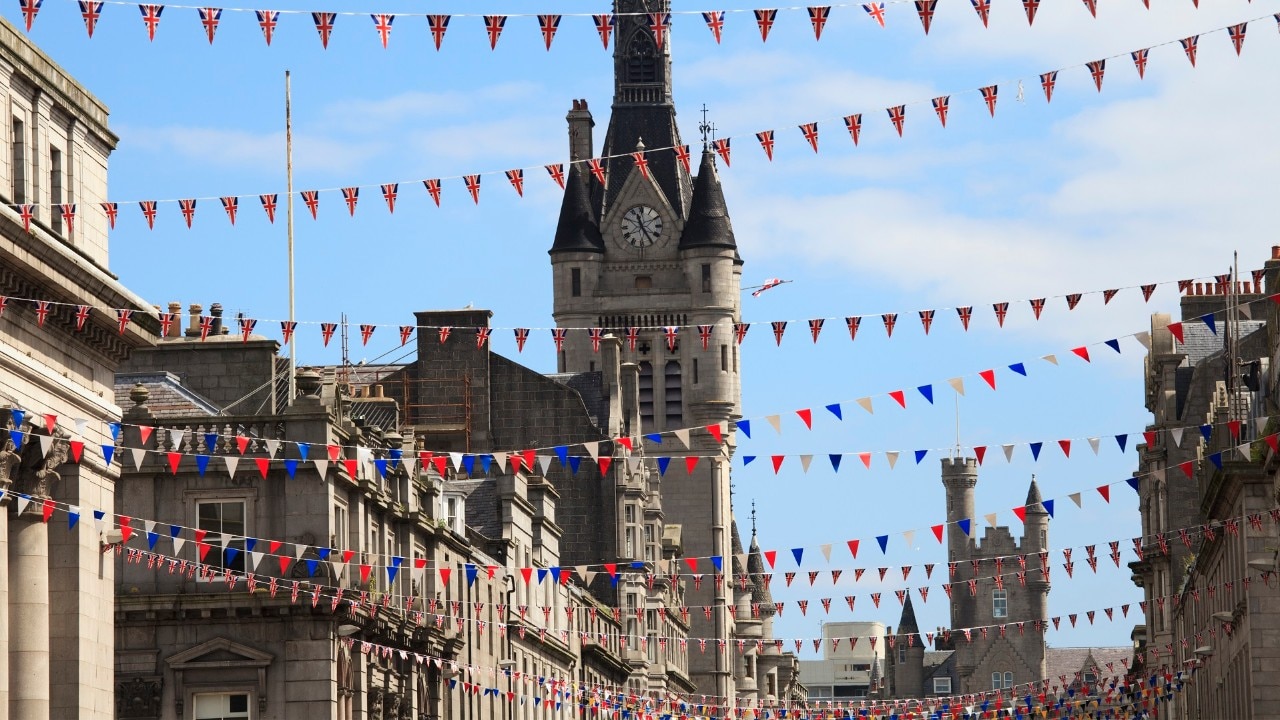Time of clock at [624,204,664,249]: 11:24
